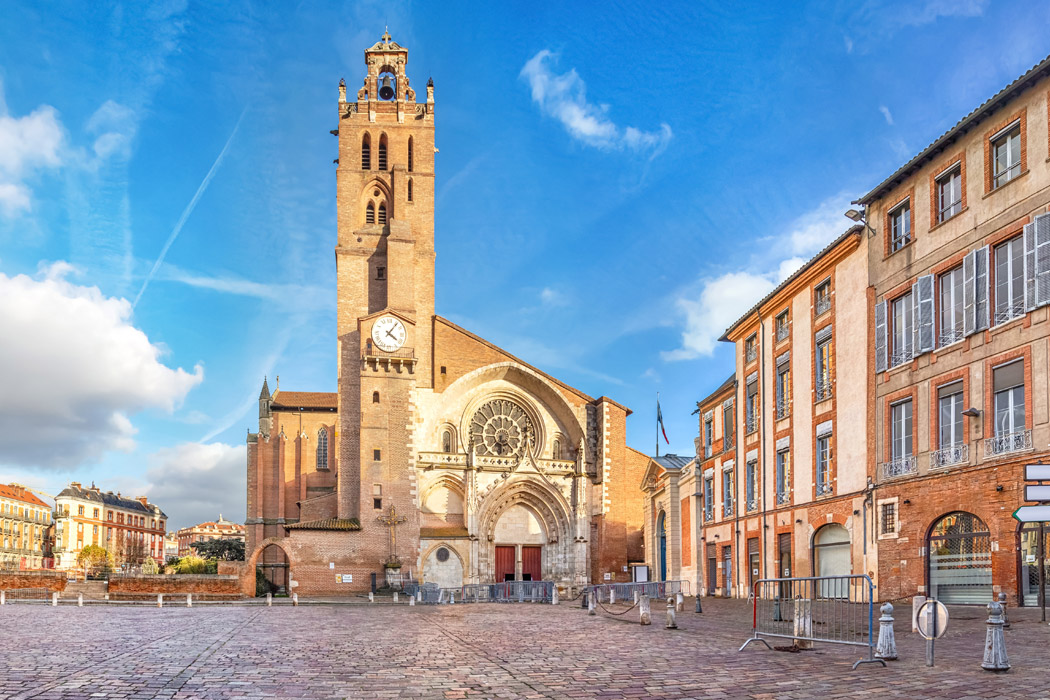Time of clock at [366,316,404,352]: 4:06
